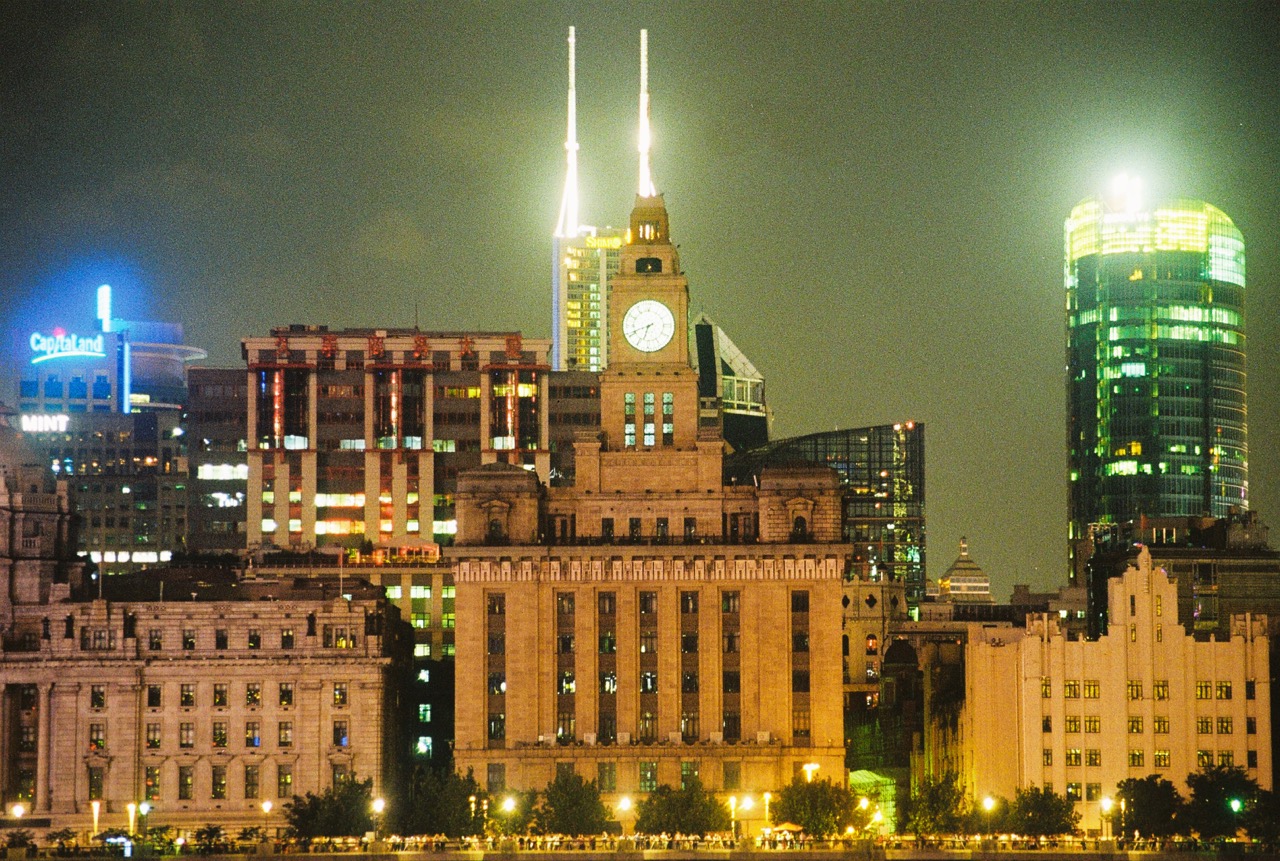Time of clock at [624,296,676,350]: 6:41
